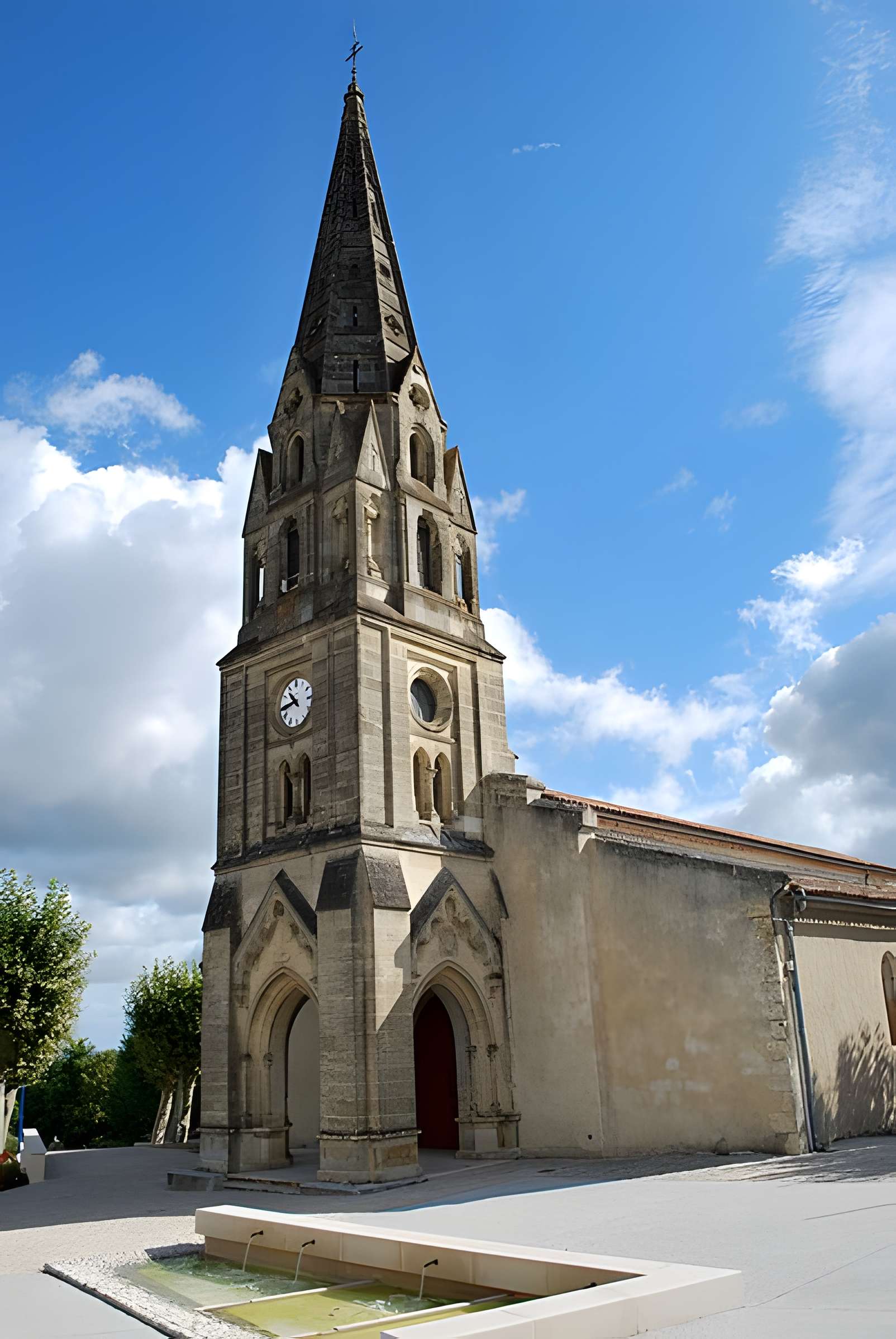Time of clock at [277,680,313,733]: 10:43
